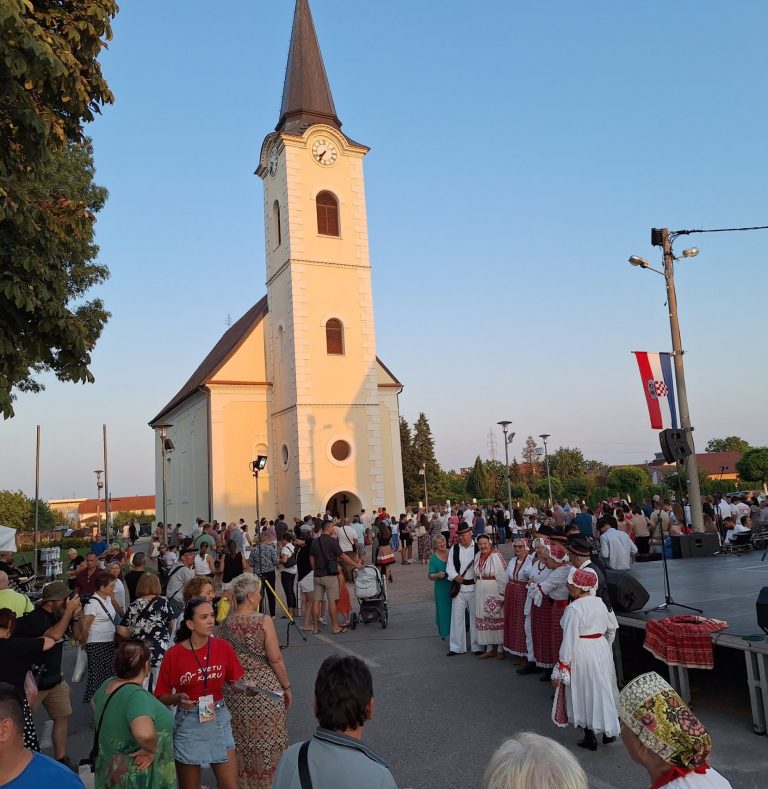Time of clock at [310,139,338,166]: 7:35
